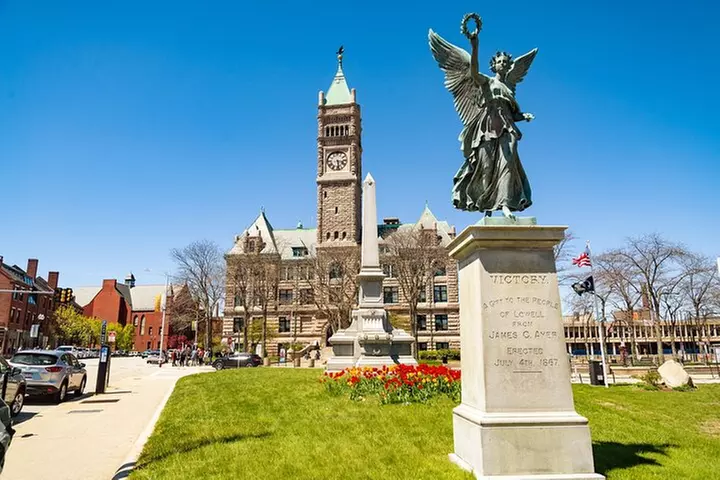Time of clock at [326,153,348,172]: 3:28
